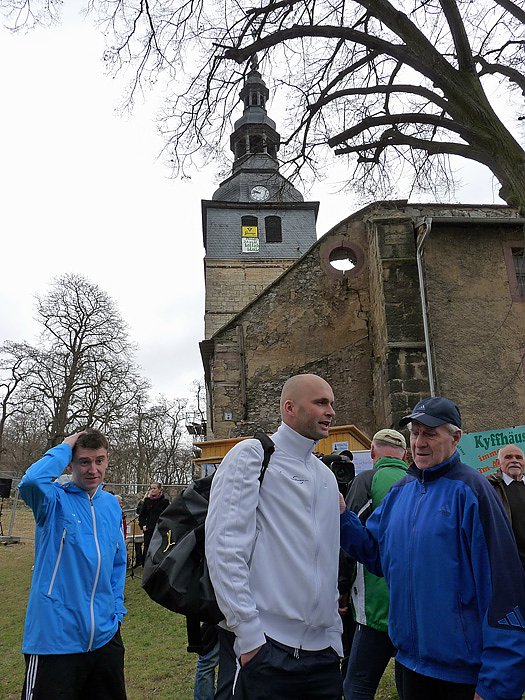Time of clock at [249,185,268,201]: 9:47
